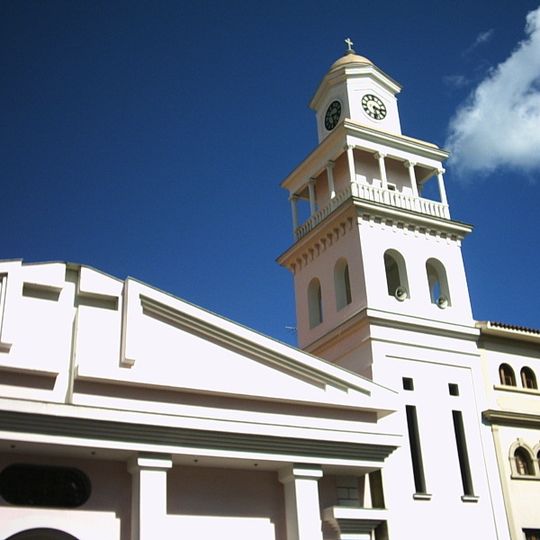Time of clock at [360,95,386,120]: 3:28
